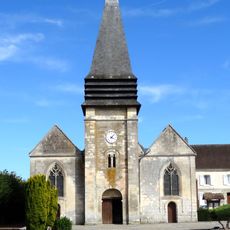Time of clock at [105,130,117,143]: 4:07
